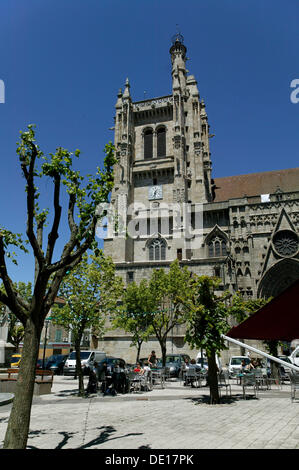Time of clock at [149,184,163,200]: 6:32
